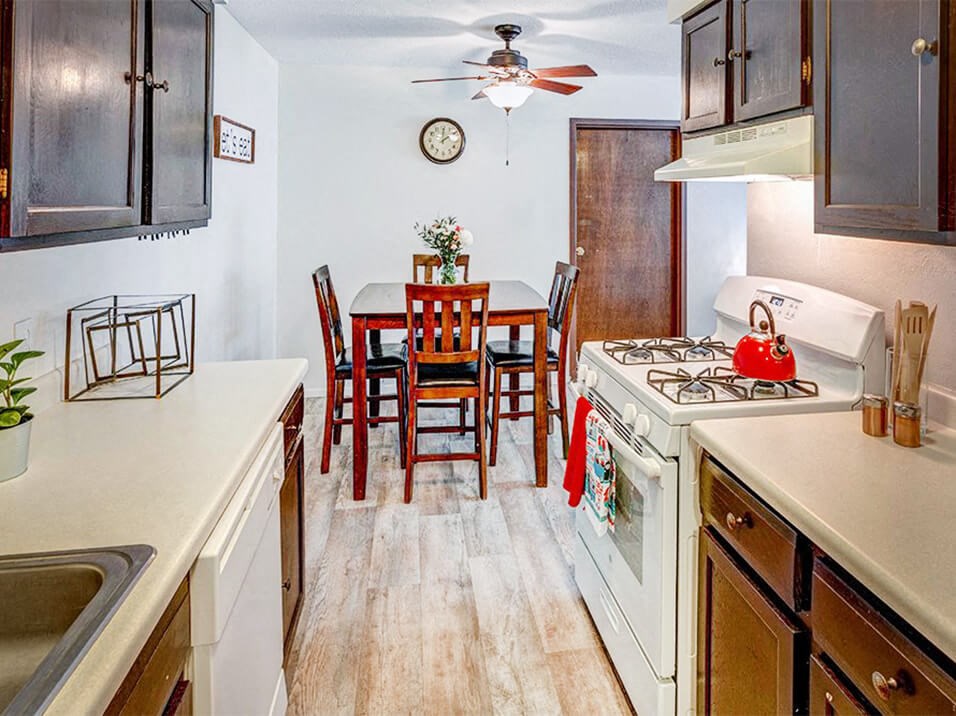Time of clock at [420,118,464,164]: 2:01
